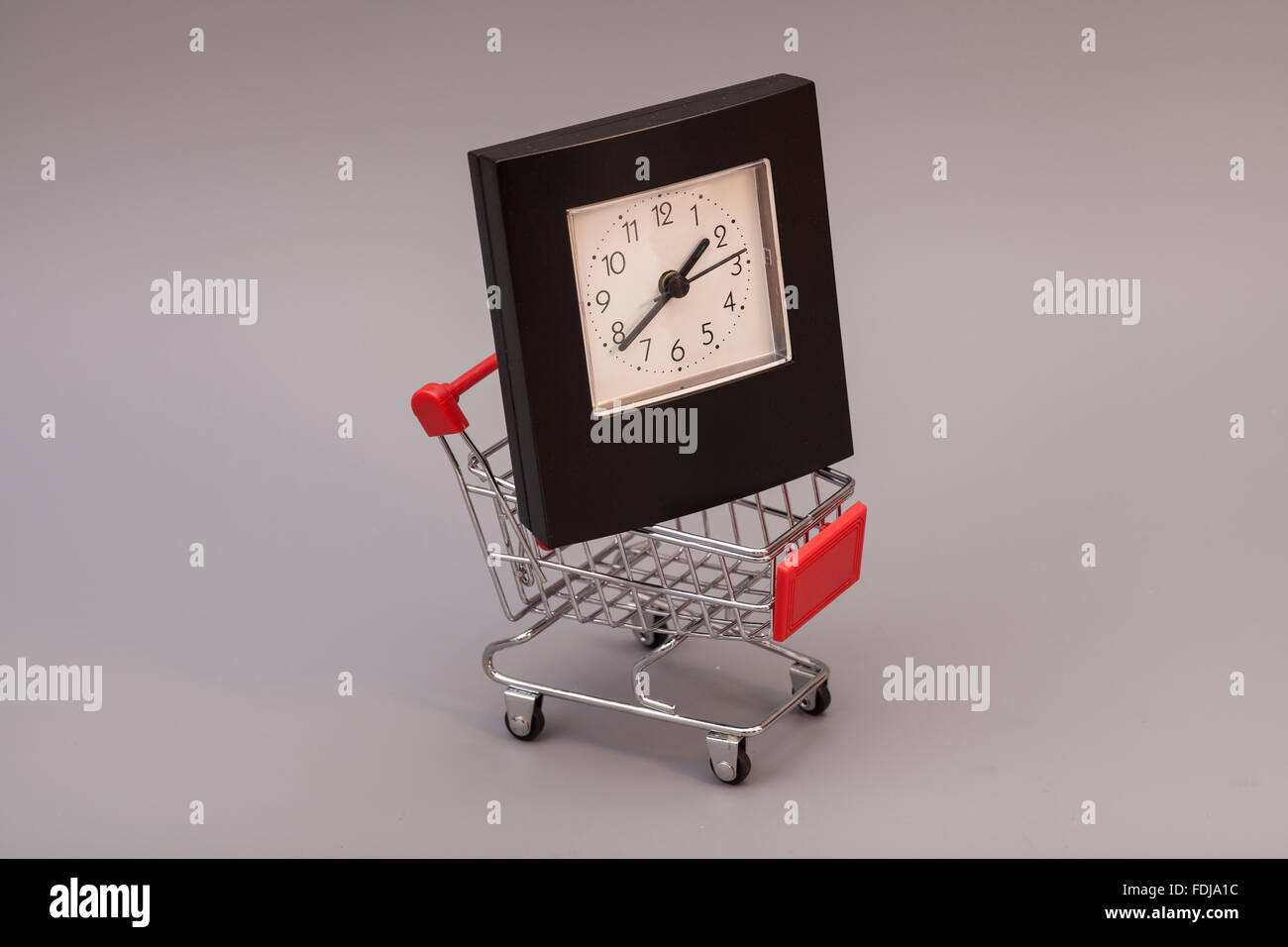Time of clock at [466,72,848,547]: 1:39
